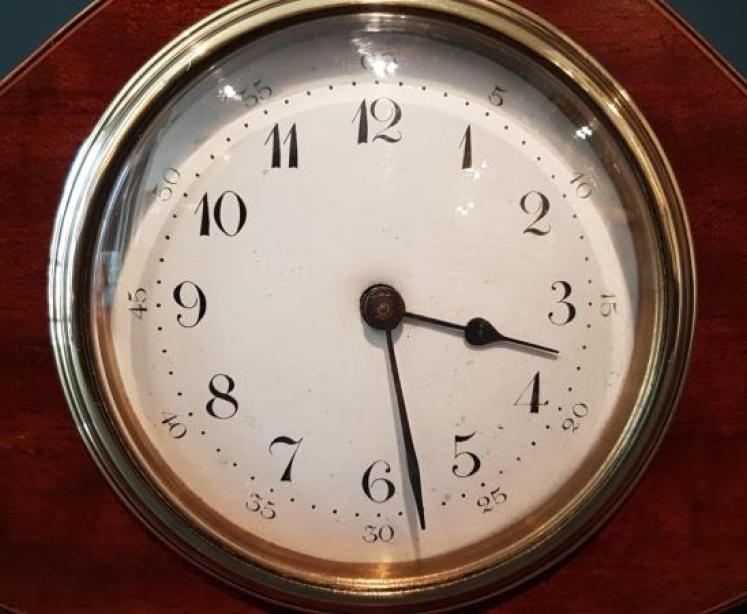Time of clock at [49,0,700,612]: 3:28
